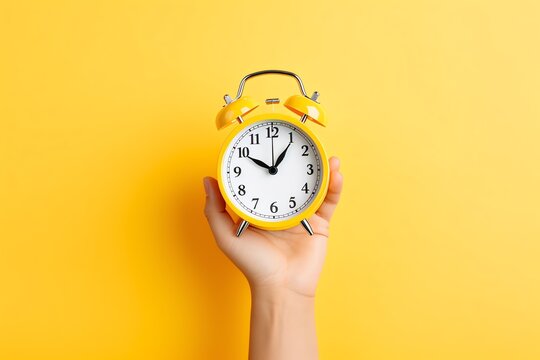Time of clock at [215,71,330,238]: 10:05
